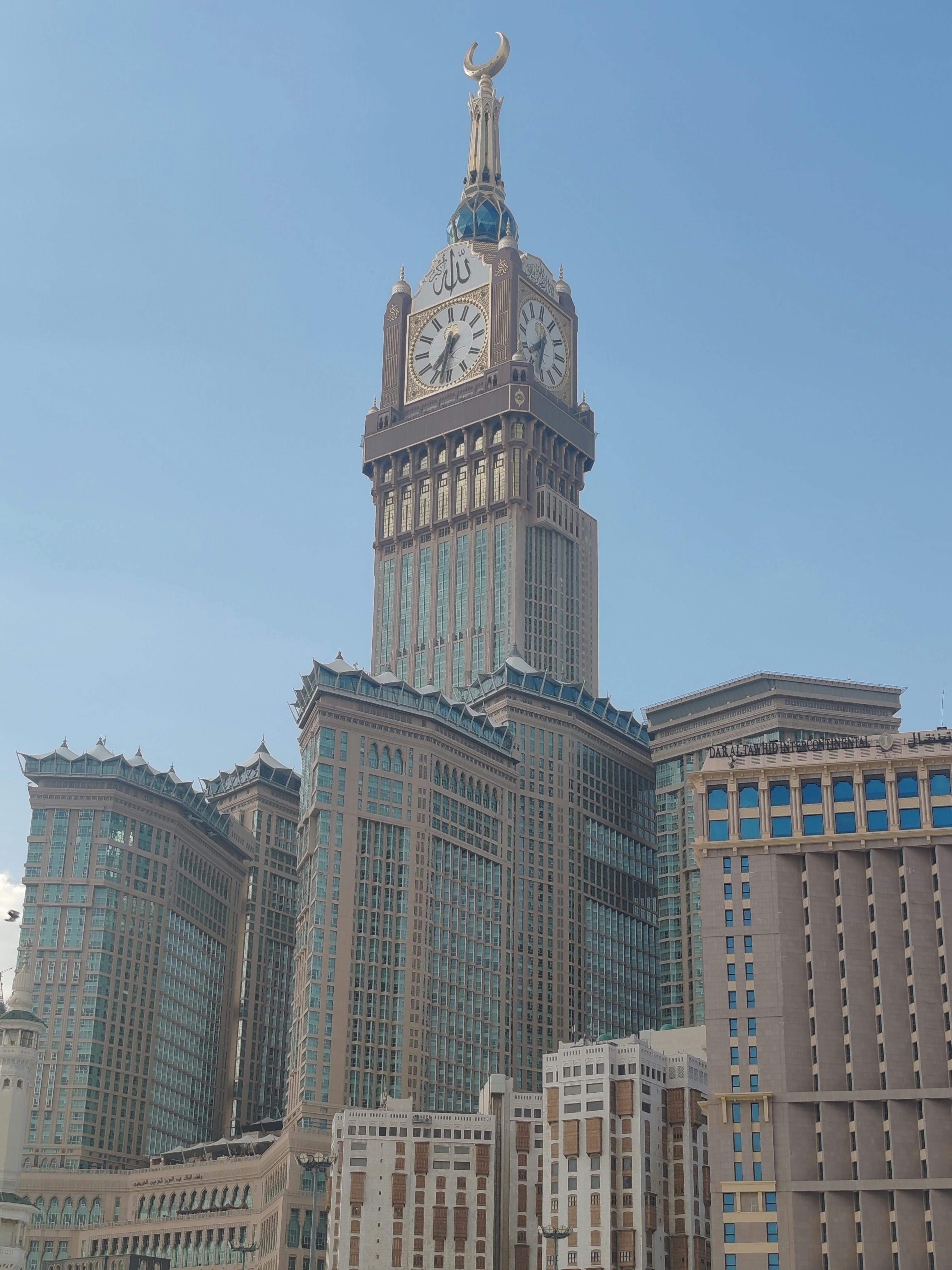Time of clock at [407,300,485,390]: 7:32
